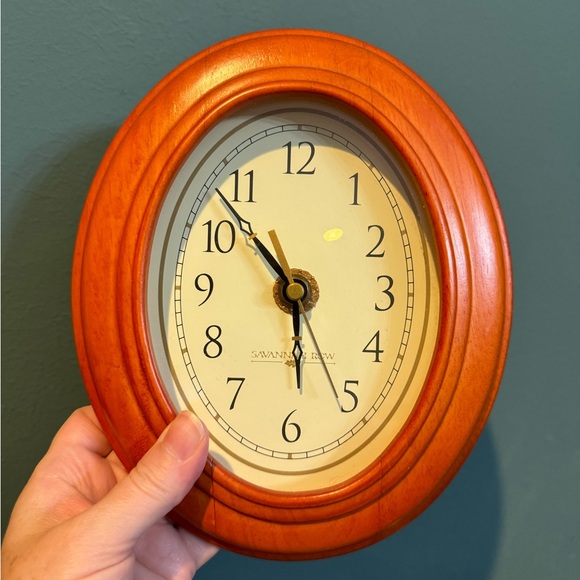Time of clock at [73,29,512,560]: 5:52
